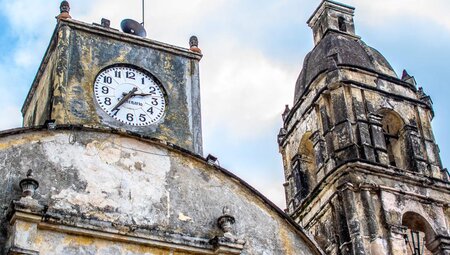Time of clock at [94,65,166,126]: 2:36
